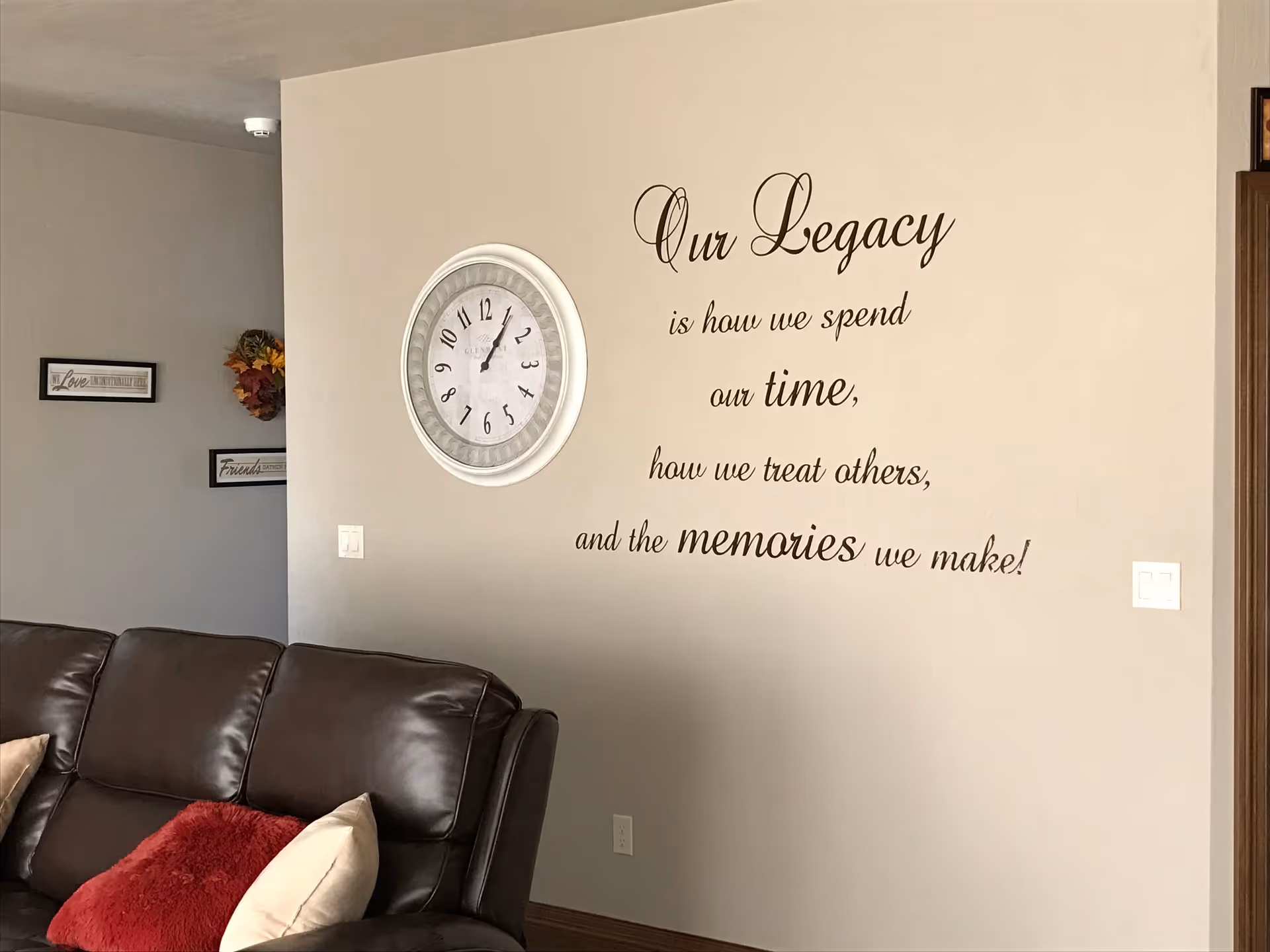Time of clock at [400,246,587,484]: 1:05
